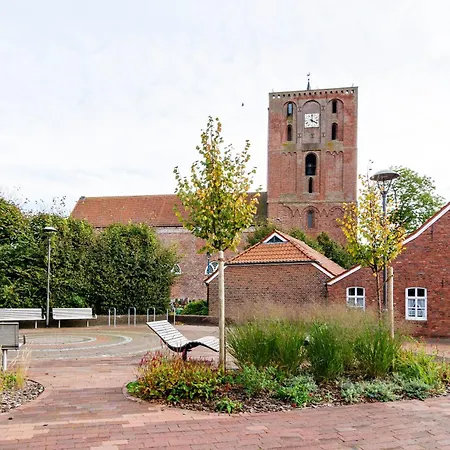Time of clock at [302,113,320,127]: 4:01
